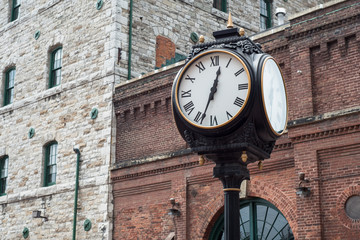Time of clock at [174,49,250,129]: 12:33
